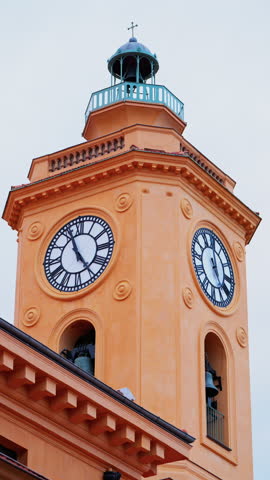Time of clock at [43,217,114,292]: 4:56
